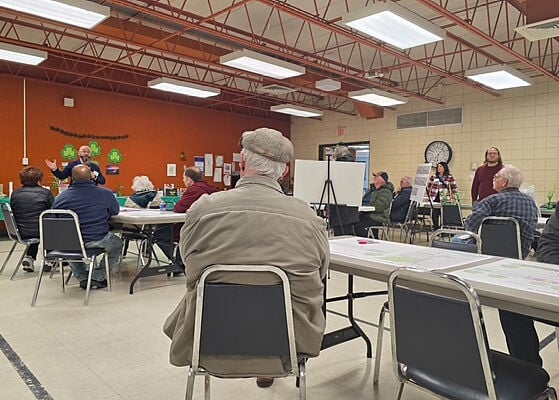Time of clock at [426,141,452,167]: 6:06
